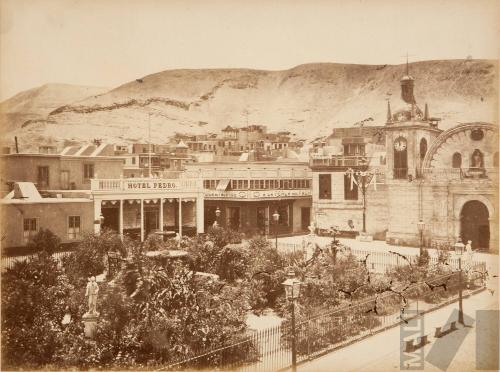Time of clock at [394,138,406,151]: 11:32
